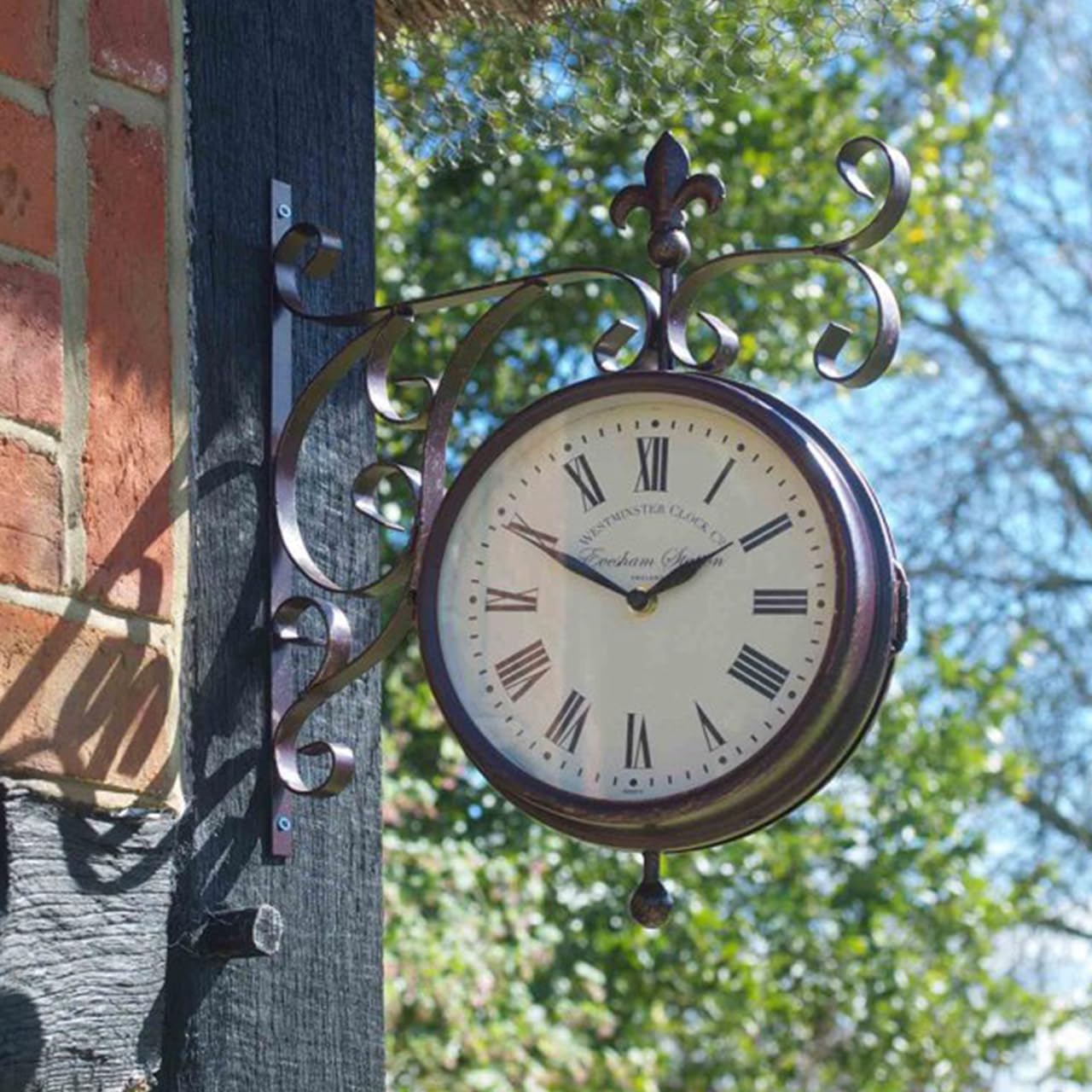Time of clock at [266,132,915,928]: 1:49
